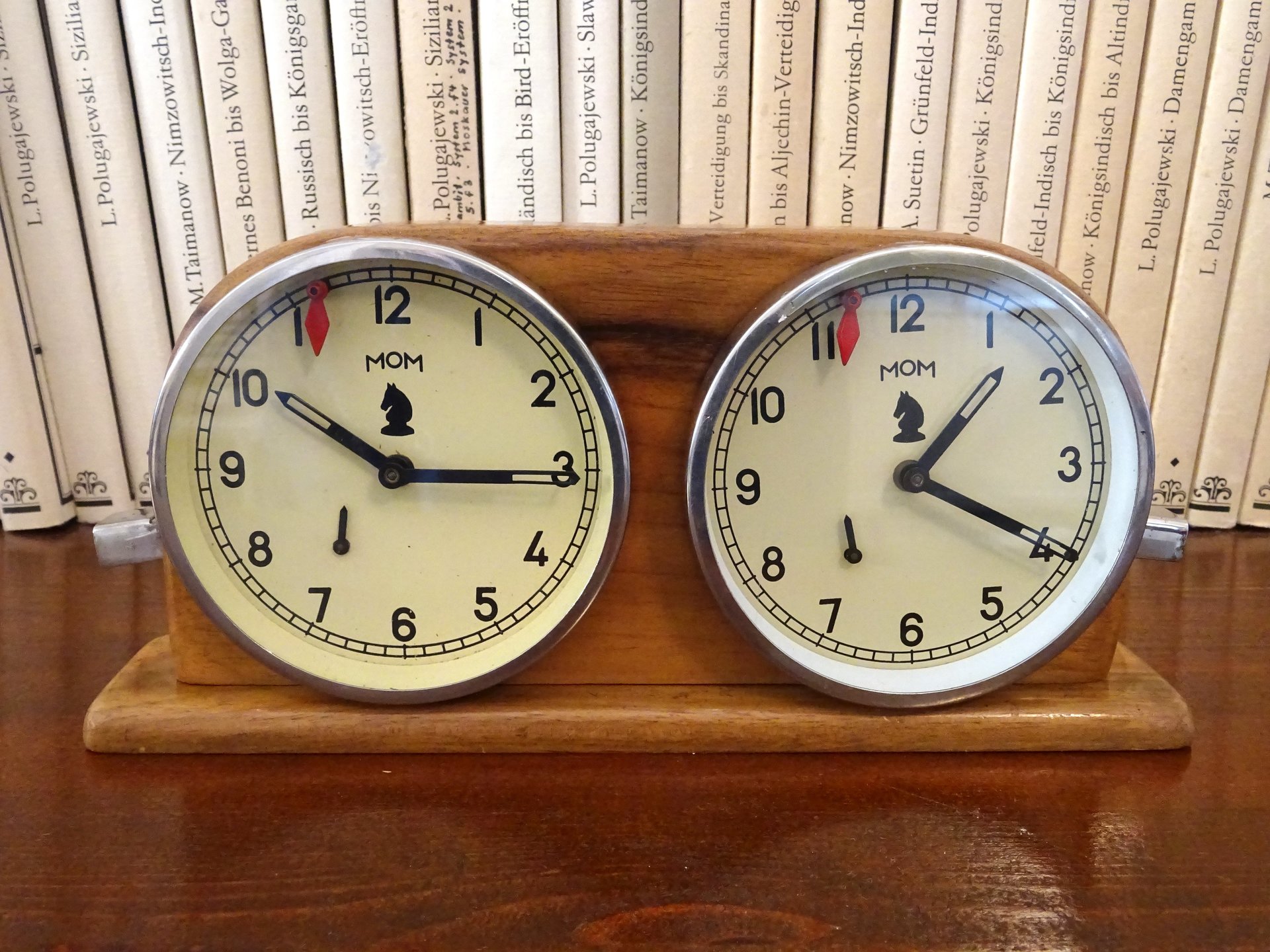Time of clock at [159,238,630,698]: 10:15
